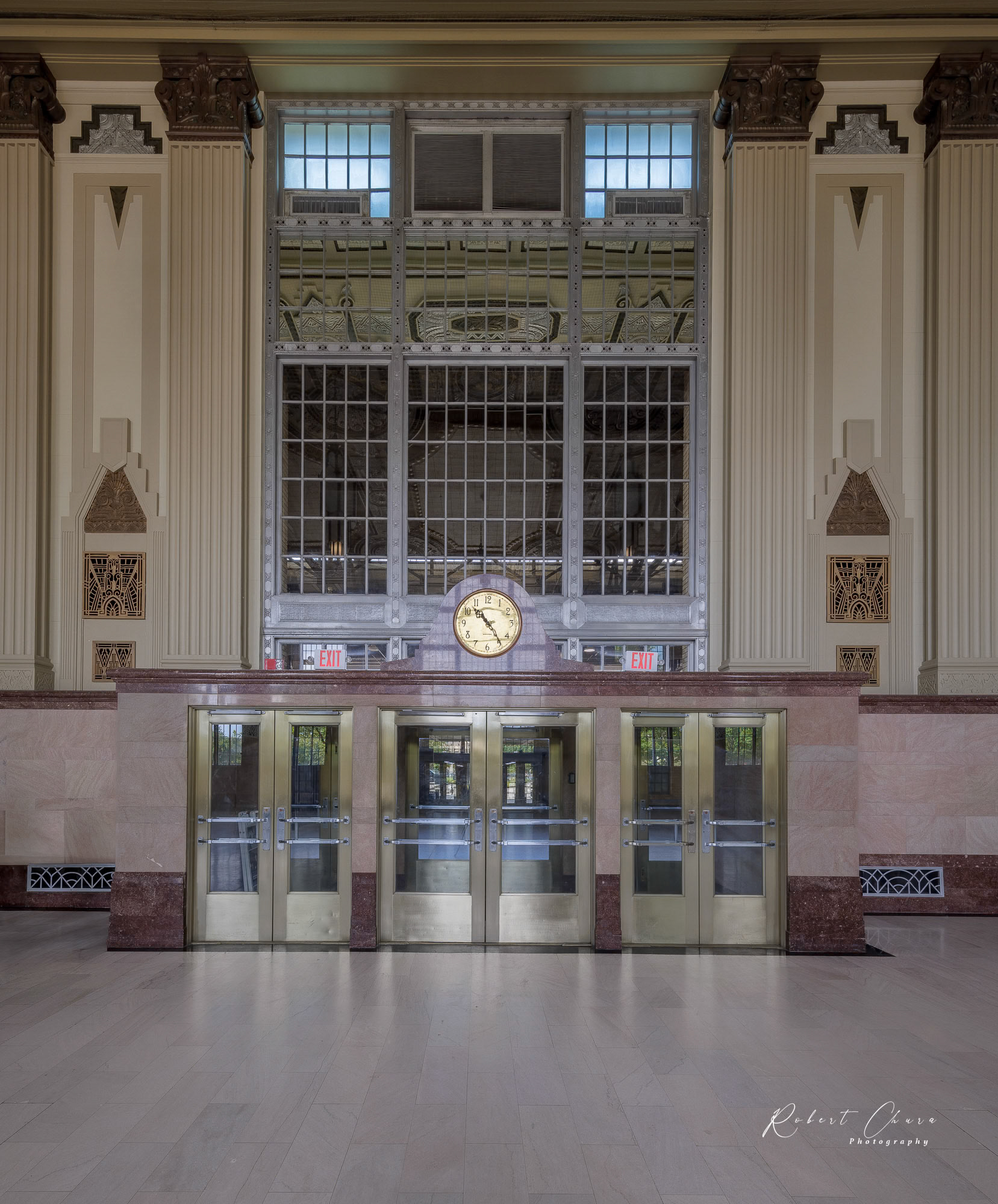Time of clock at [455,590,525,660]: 10:24
